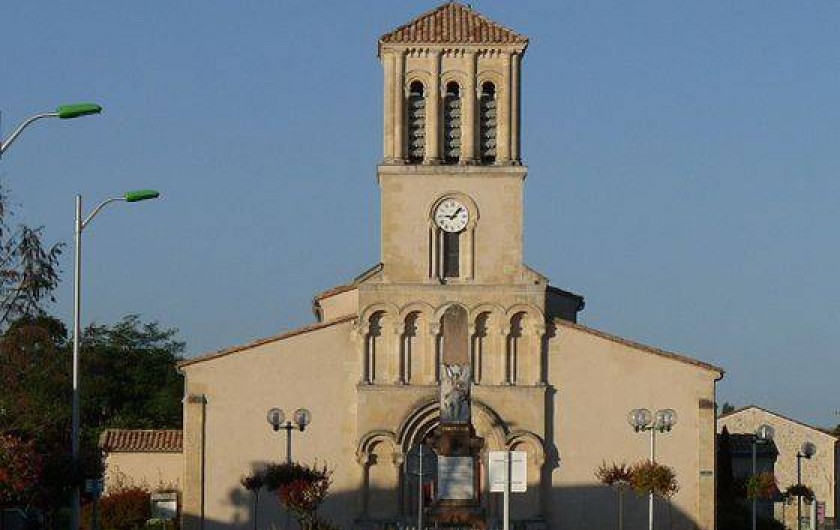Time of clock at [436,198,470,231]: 9:07
